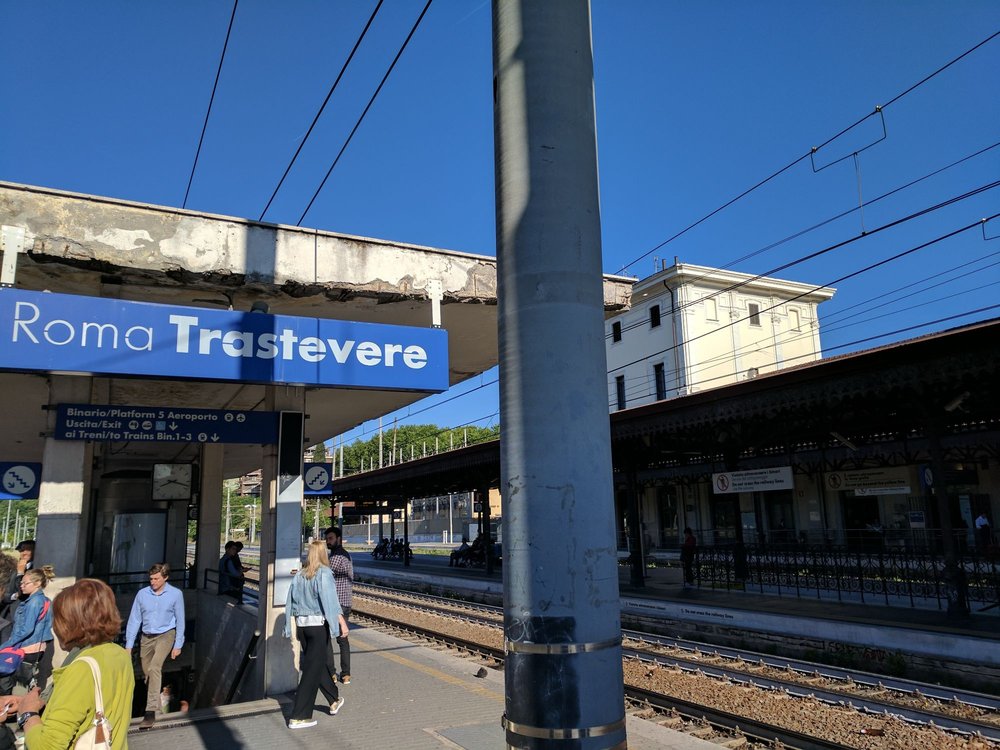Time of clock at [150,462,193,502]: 8:17
